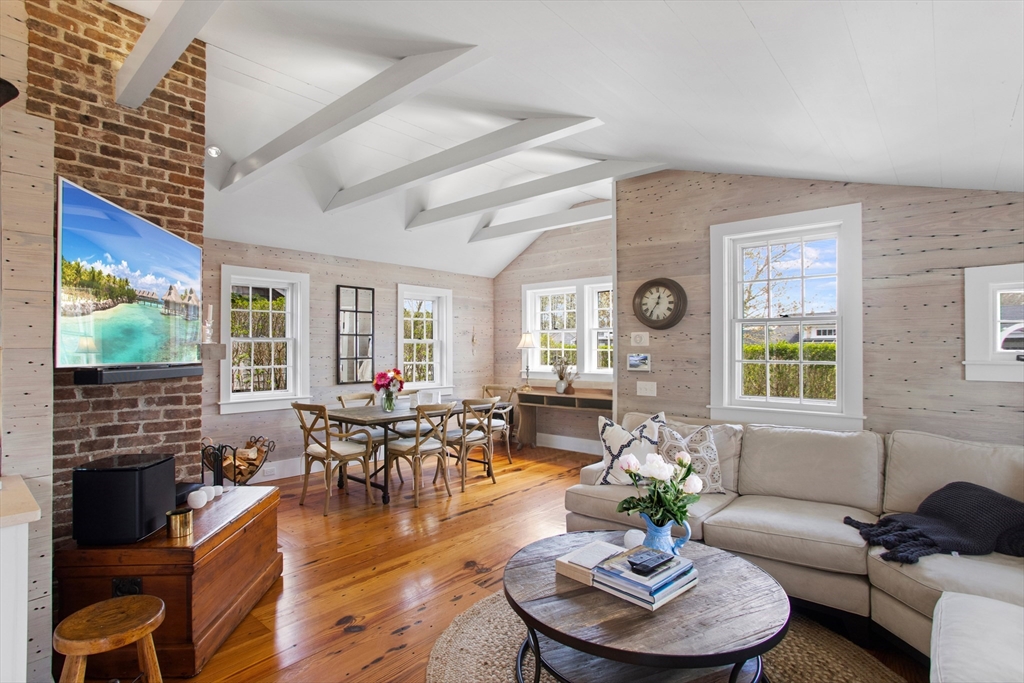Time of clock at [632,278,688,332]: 12:35
